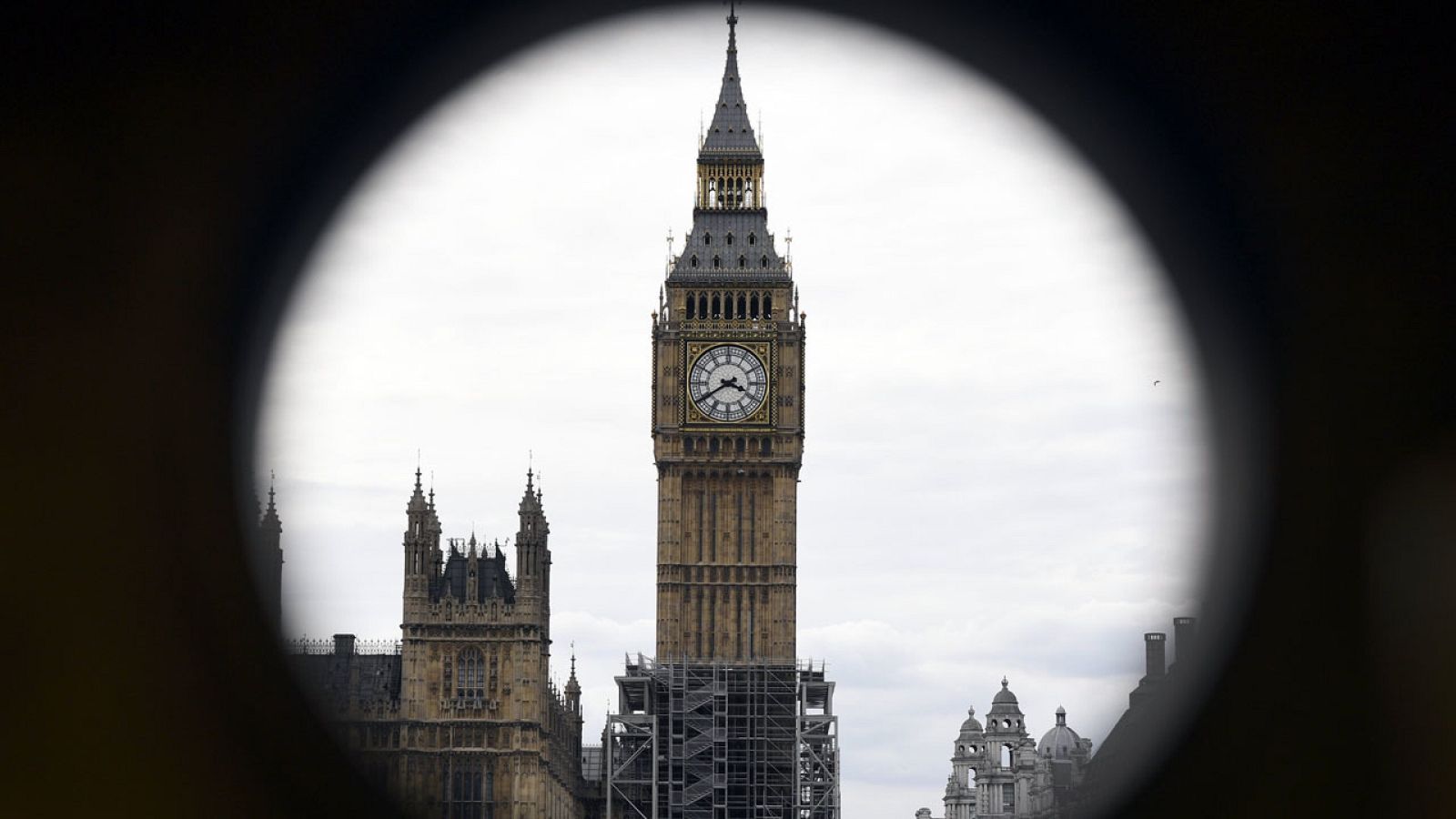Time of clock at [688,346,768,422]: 3:39
